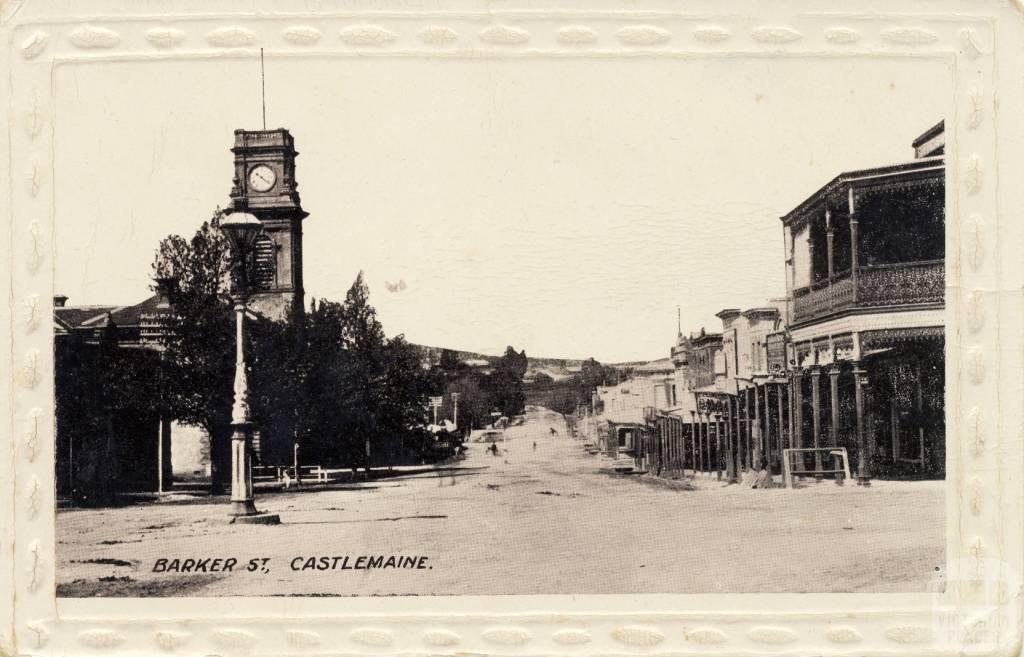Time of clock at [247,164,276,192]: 10:21
